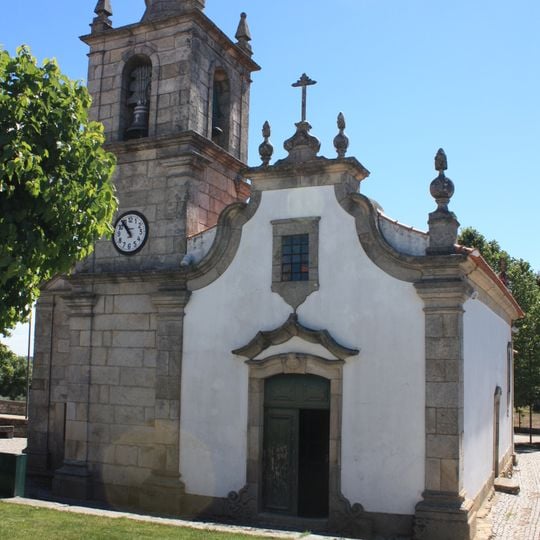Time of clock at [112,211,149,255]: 10:53
